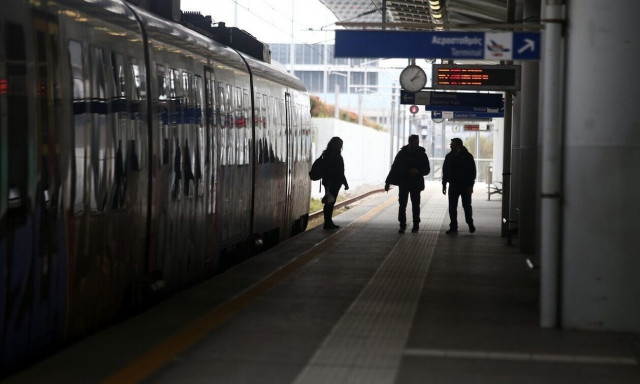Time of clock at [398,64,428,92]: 2:06
